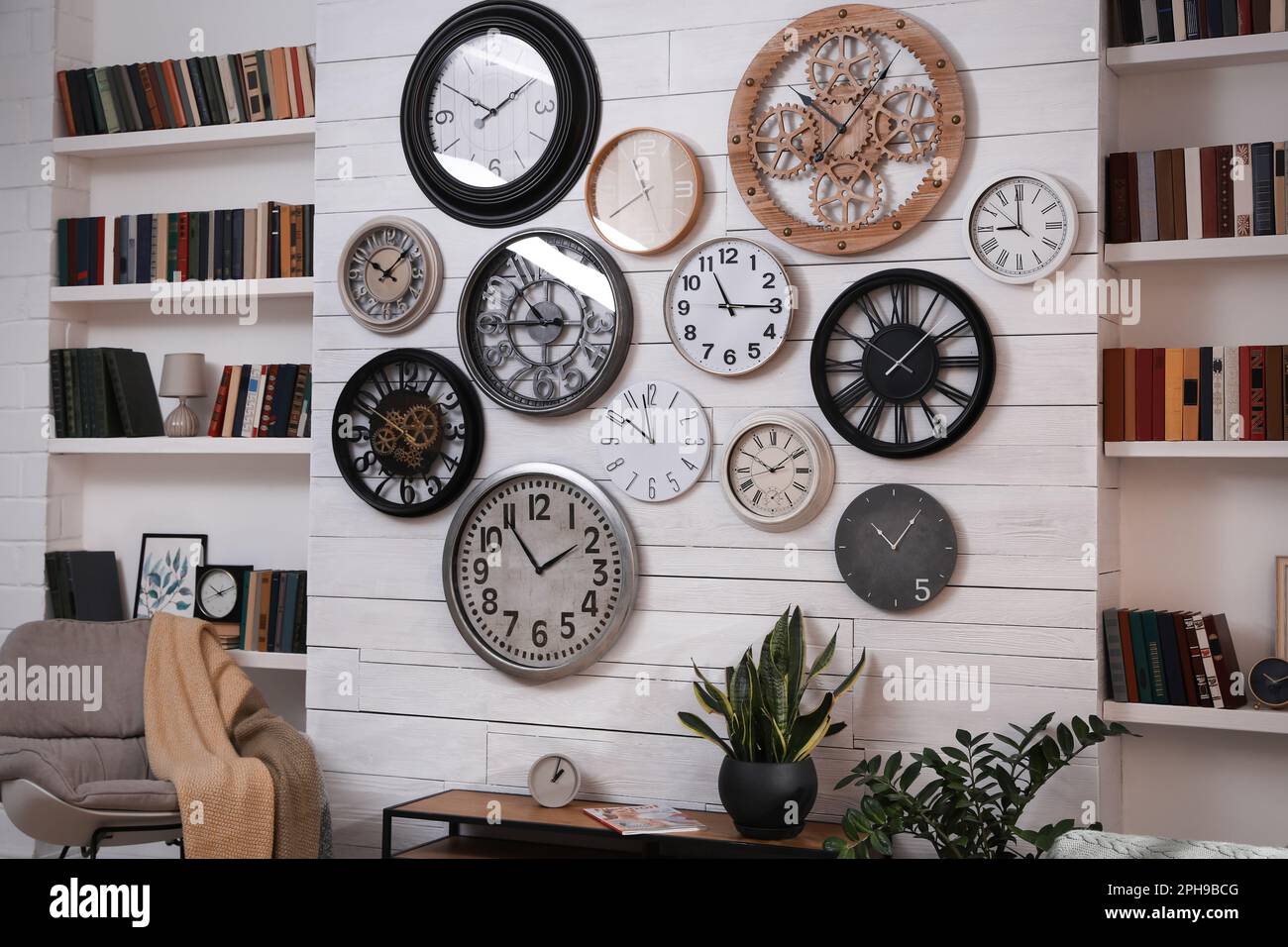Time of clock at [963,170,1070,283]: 8:59
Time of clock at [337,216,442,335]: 10:07
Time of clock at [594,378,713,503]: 9:57
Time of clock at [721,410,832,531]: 1:50
